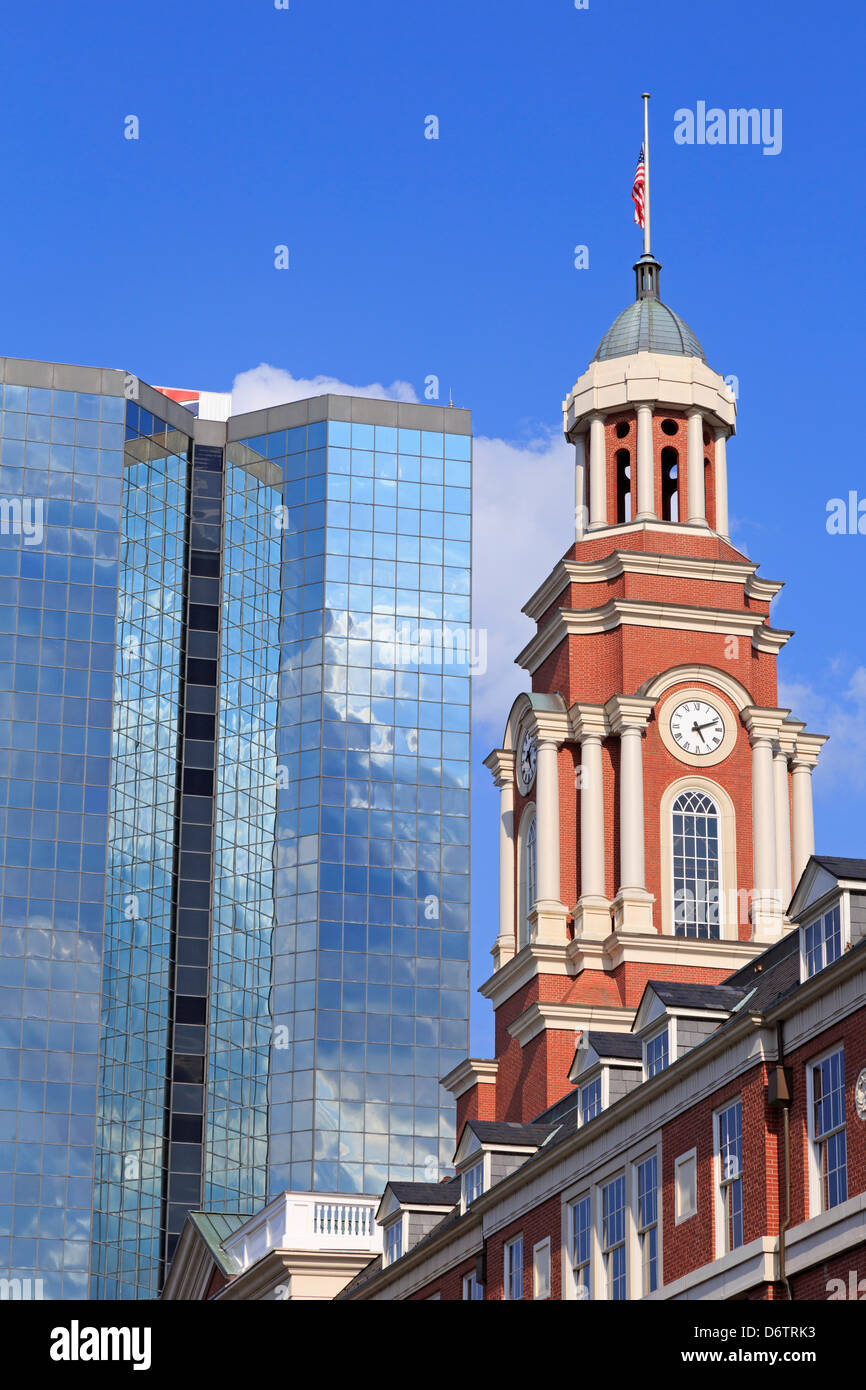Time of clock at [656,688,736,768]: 5:11
